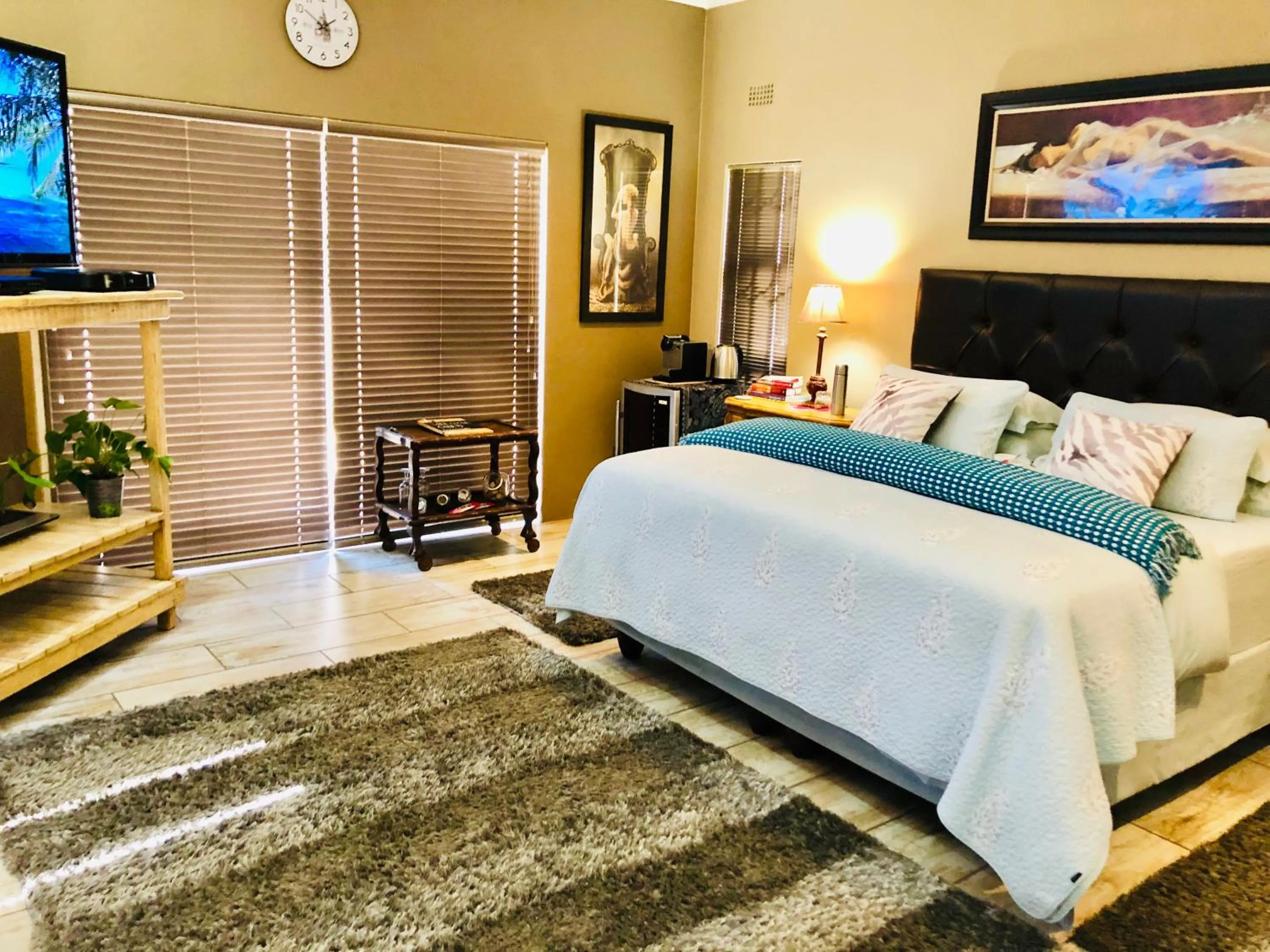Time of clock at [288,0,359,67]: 12:09
